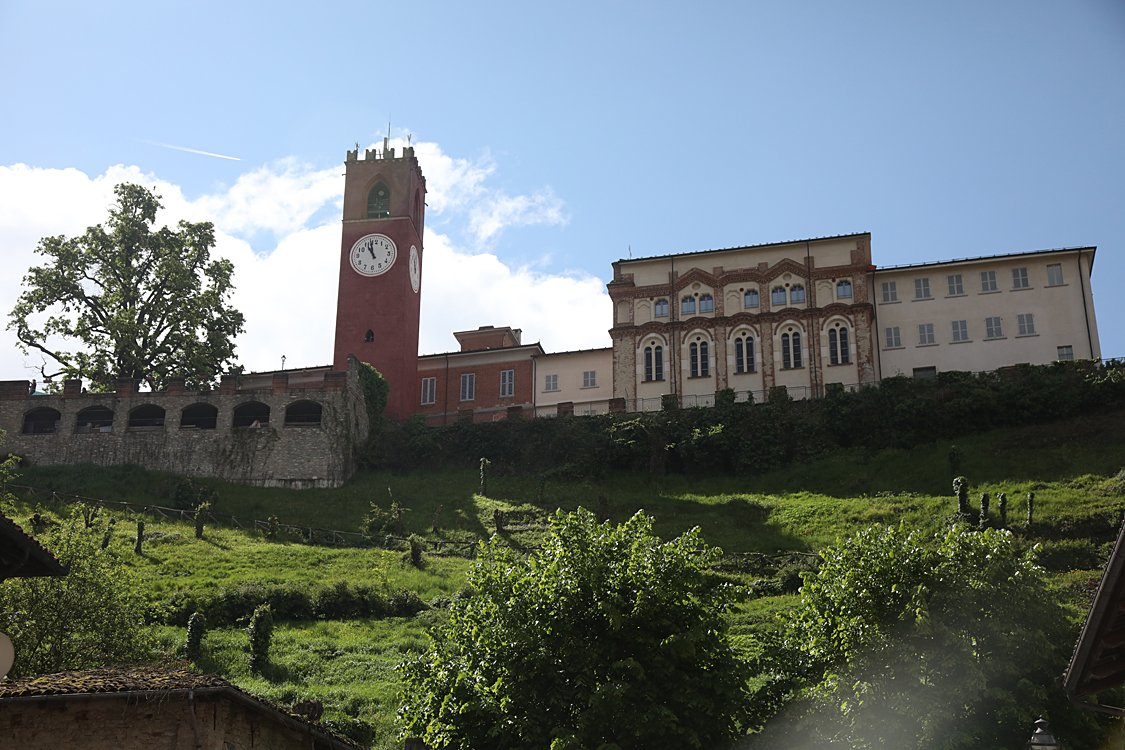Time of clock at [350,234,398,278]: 10:57
